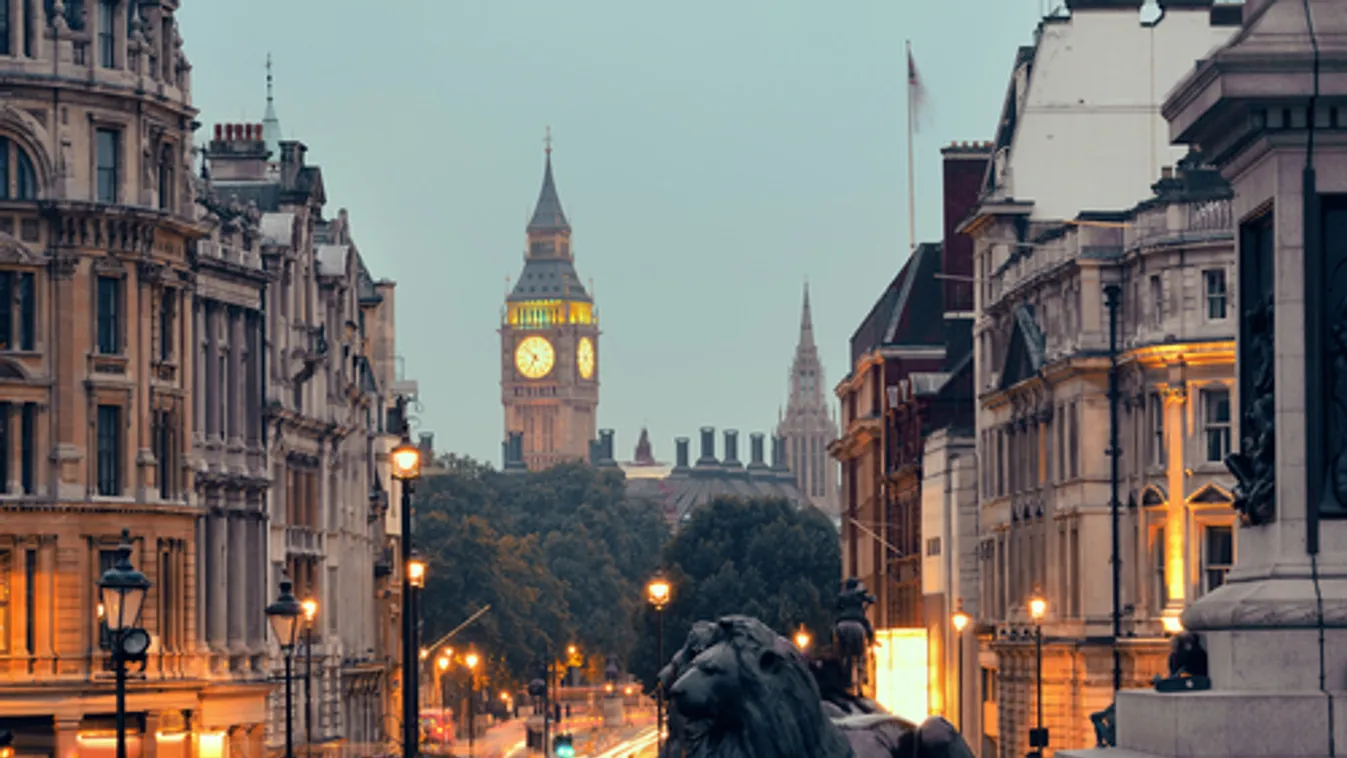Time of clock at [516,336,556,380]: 6:52
